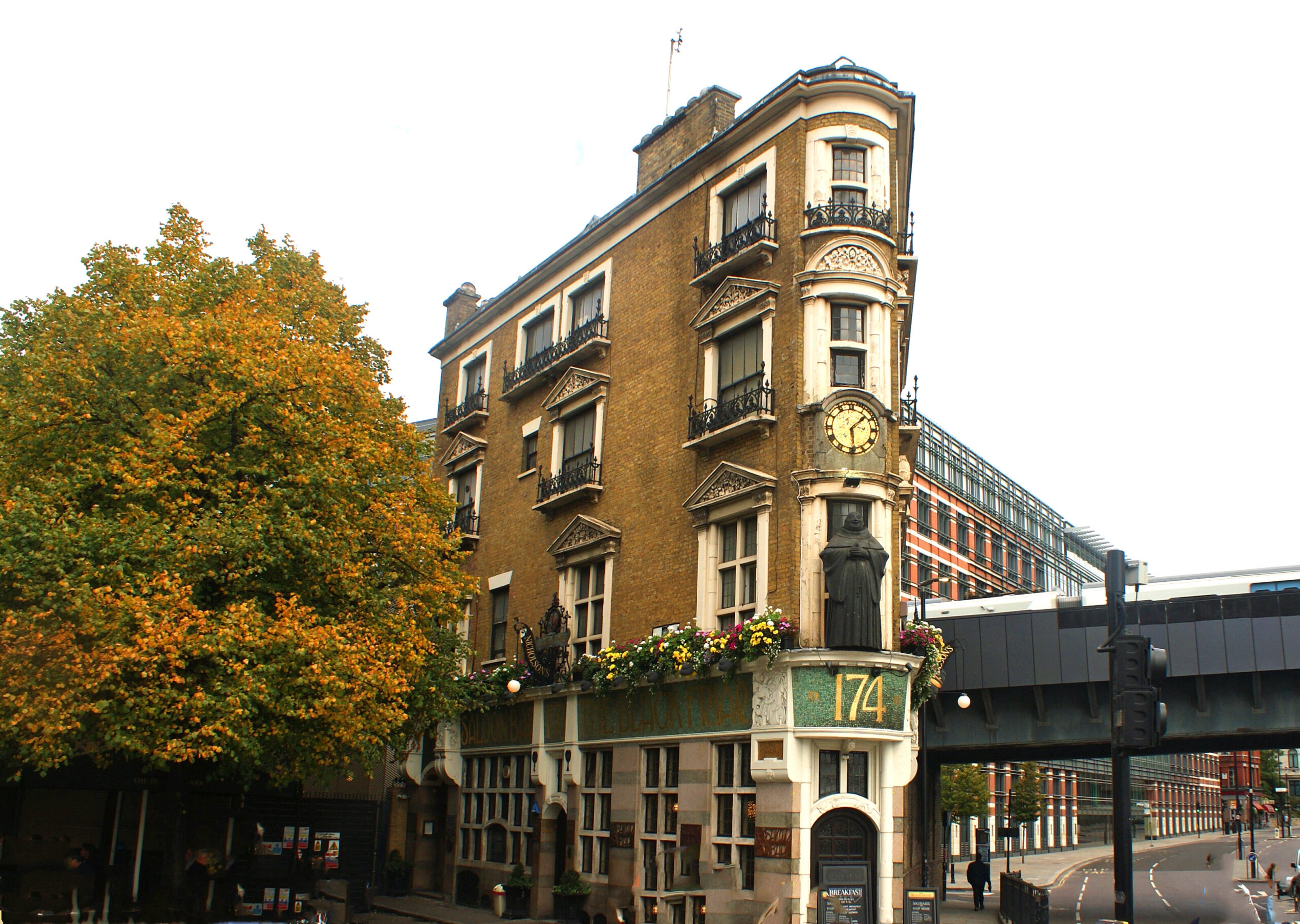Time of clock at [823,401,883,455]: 1:28
